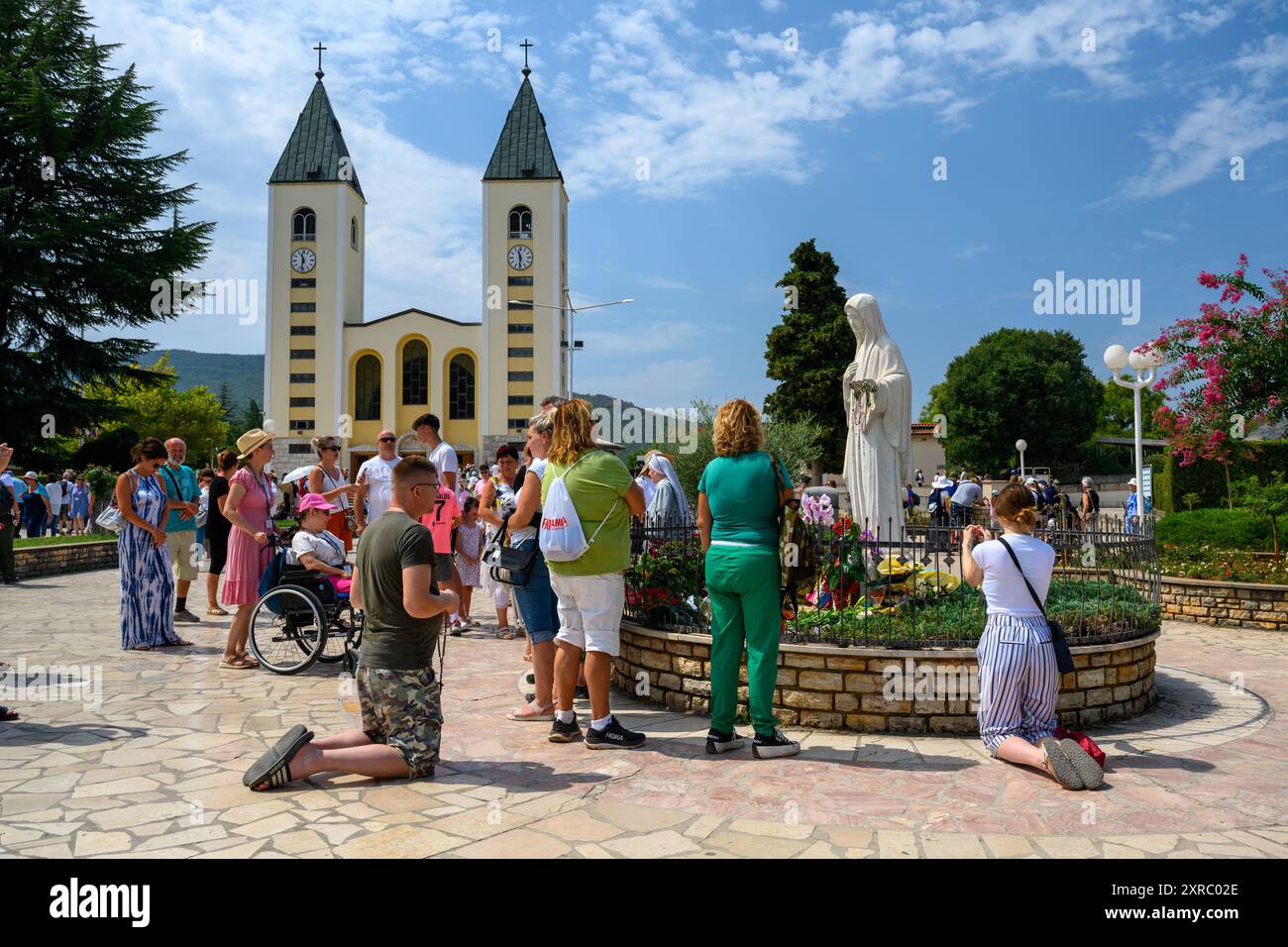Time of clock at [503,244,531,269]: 11:31
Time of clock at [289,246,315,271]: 11:32
